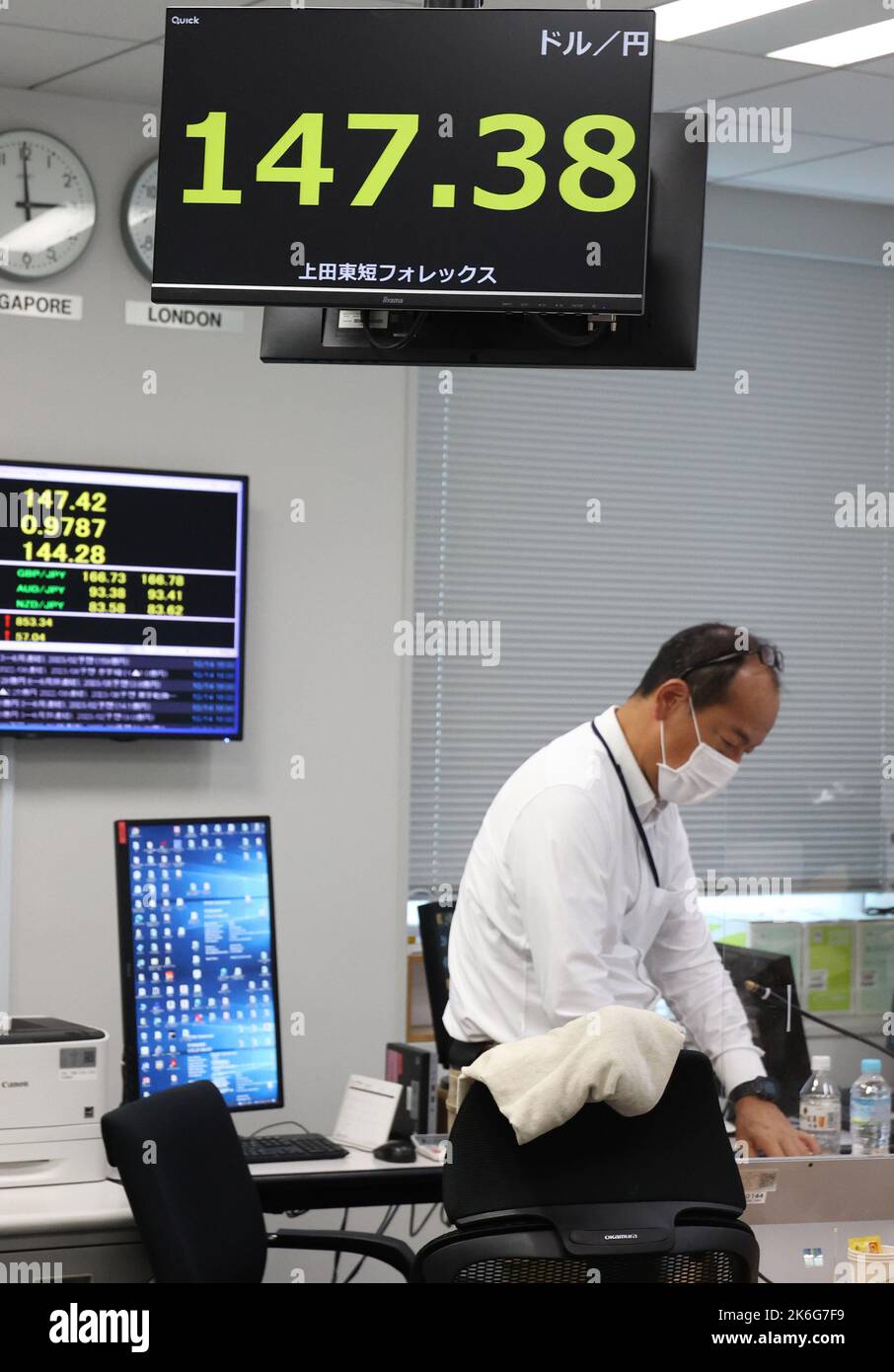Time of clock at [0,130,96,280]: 2:59
